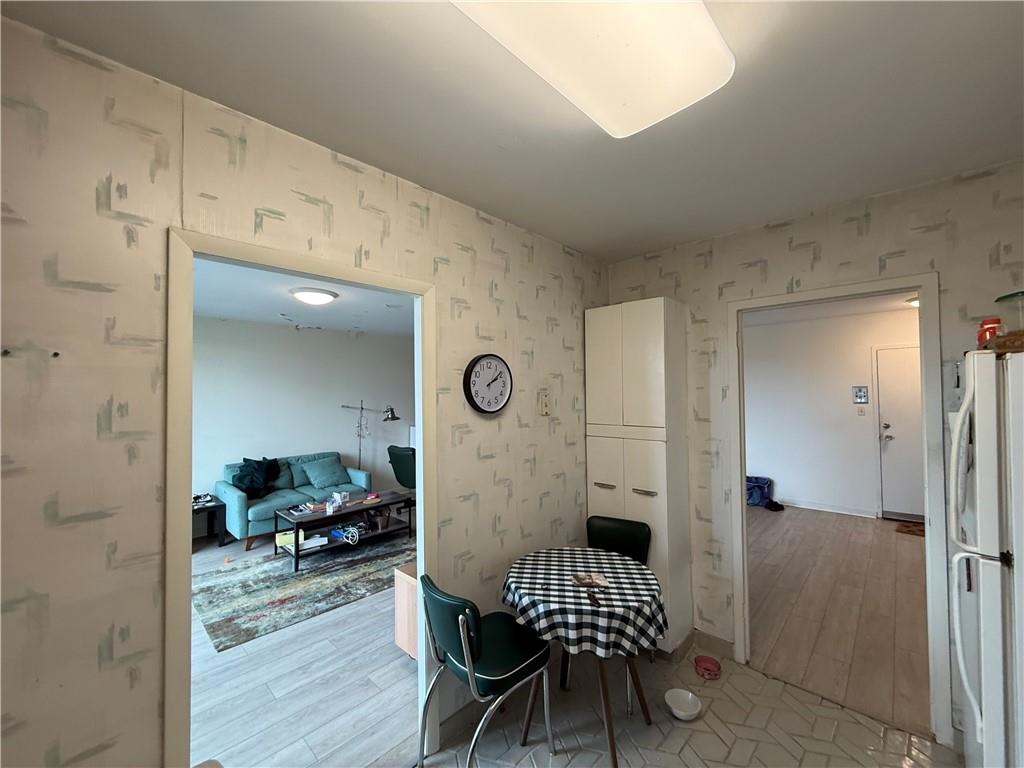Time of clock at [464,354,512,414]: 2:08
